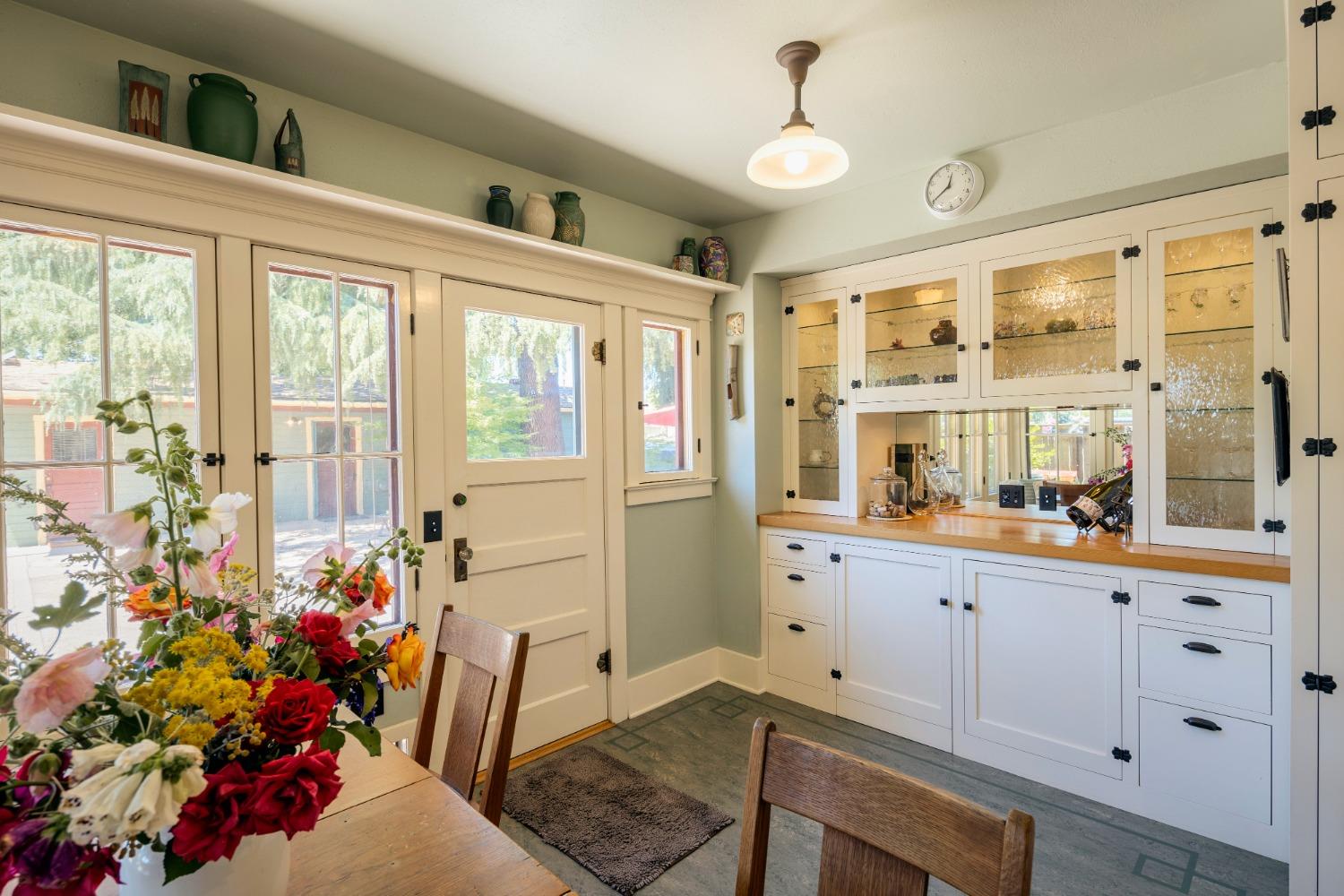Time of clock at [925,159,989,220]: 12:40
